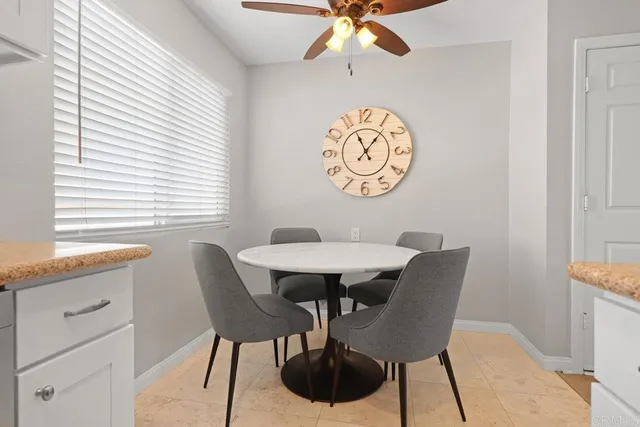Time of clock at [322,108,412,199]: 11:06
